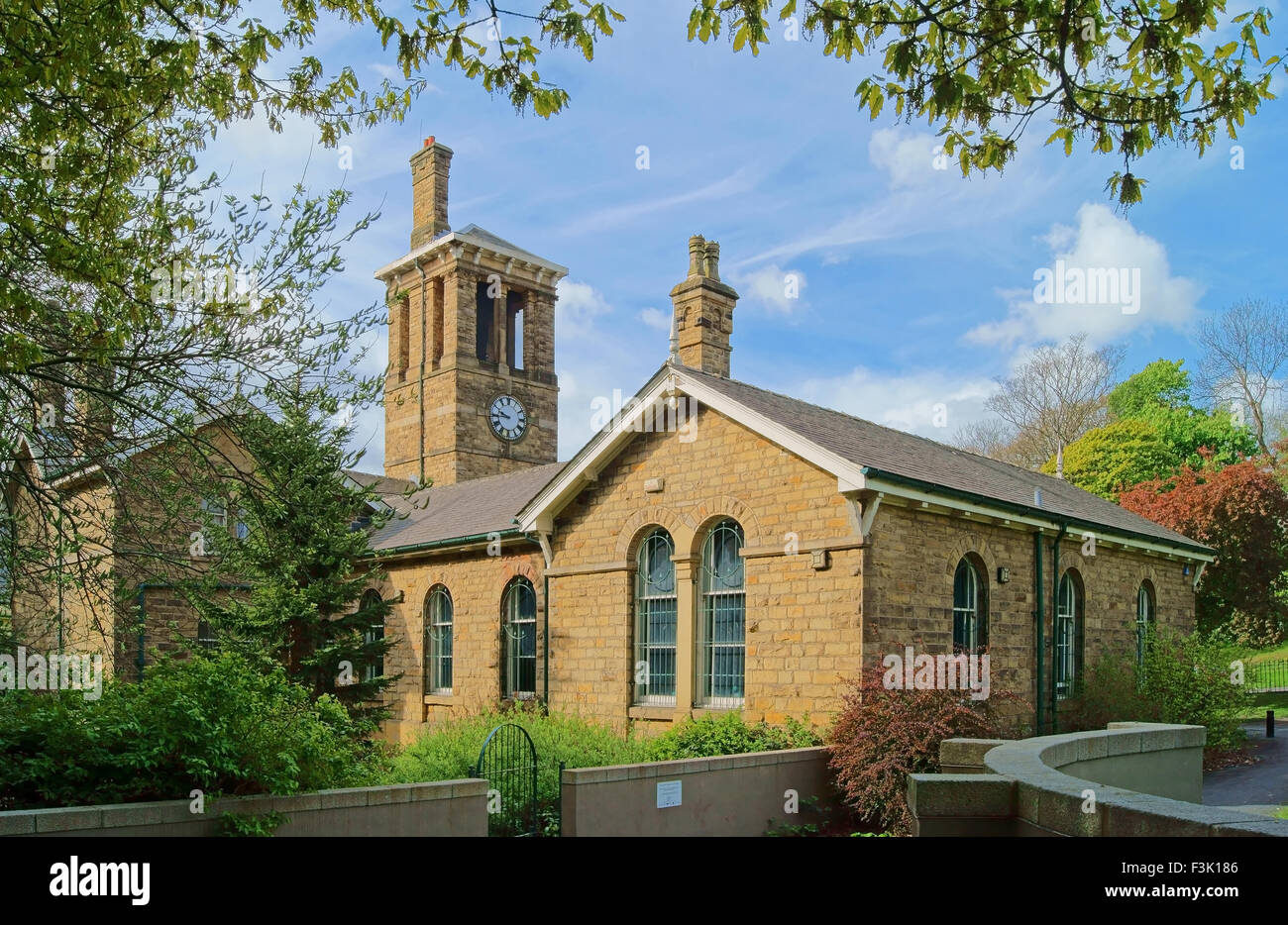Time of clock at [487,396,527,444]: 9:44
